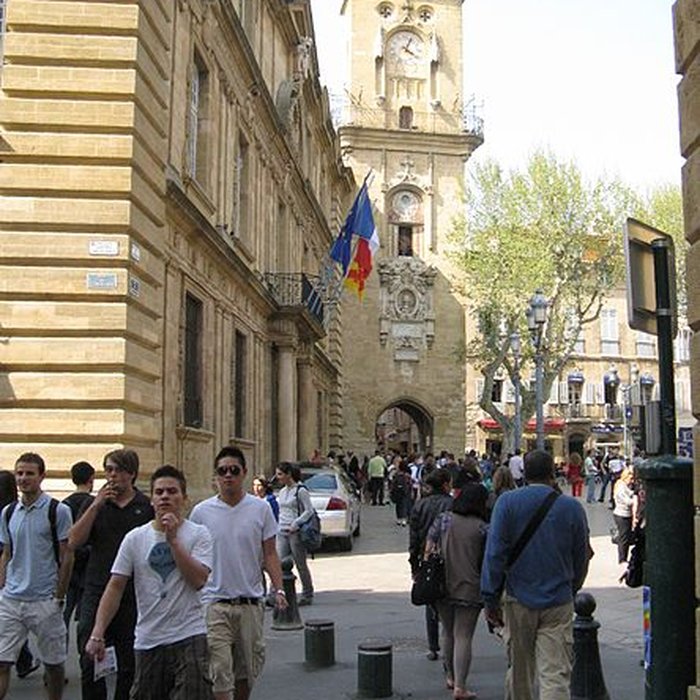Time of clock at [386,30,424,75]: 4:04
